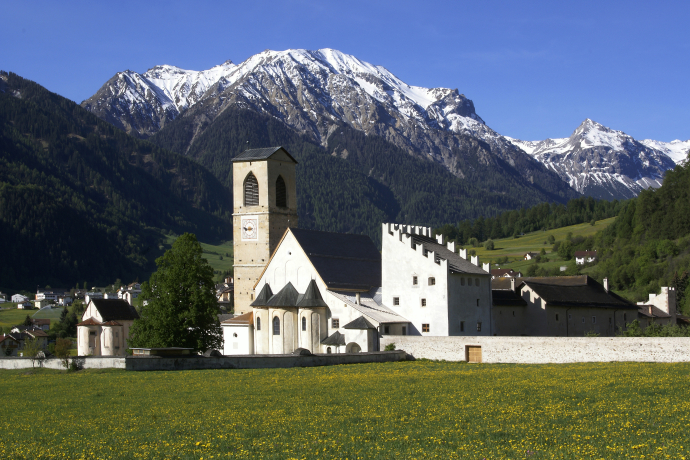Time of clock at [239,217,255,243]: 8:46
